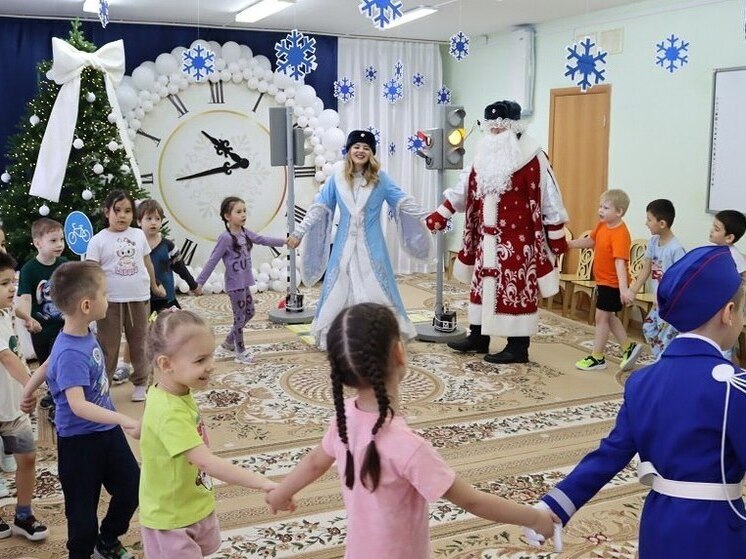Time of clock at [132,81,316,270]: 10:43
